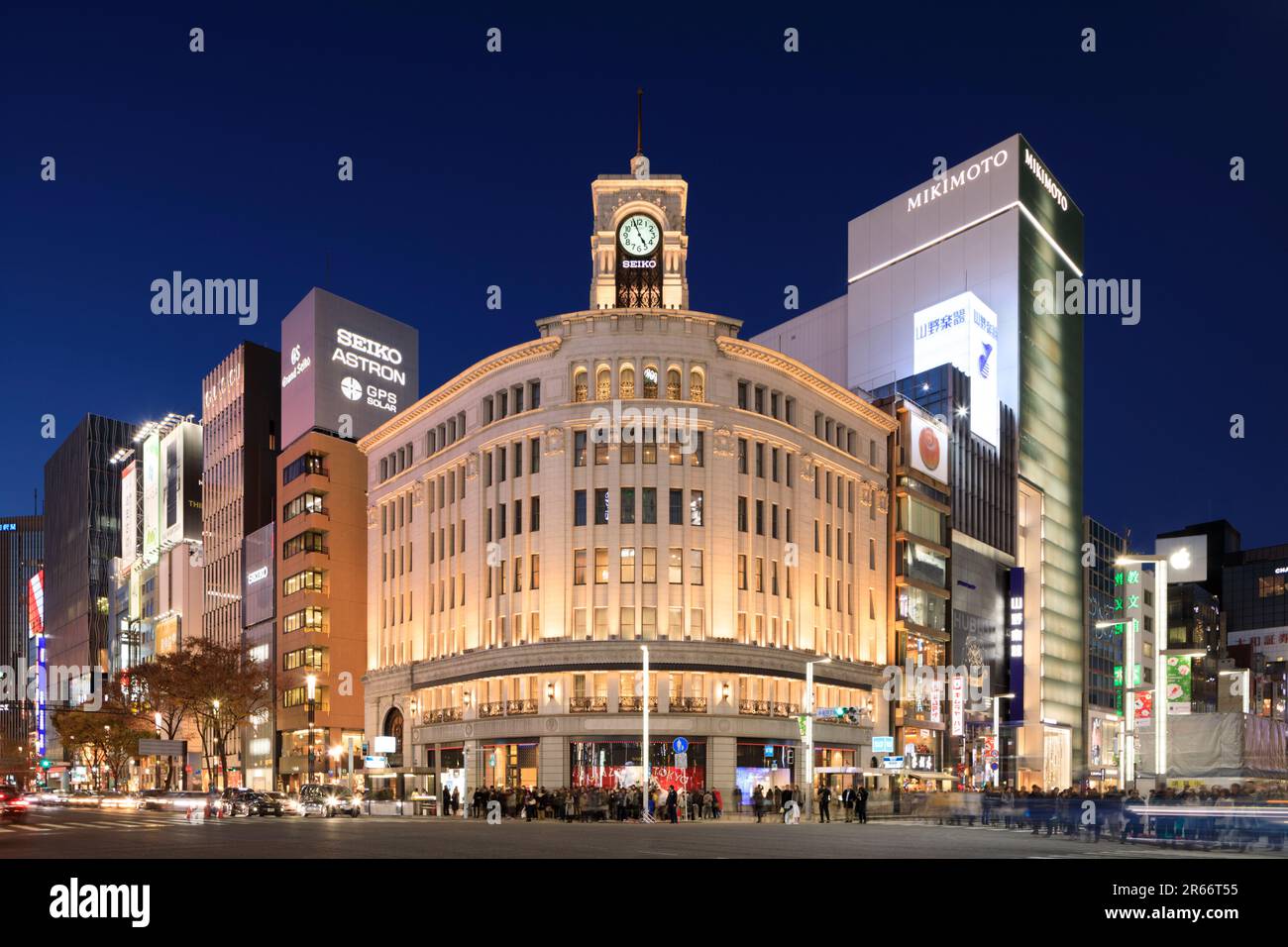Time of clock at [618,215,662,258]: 4:56
